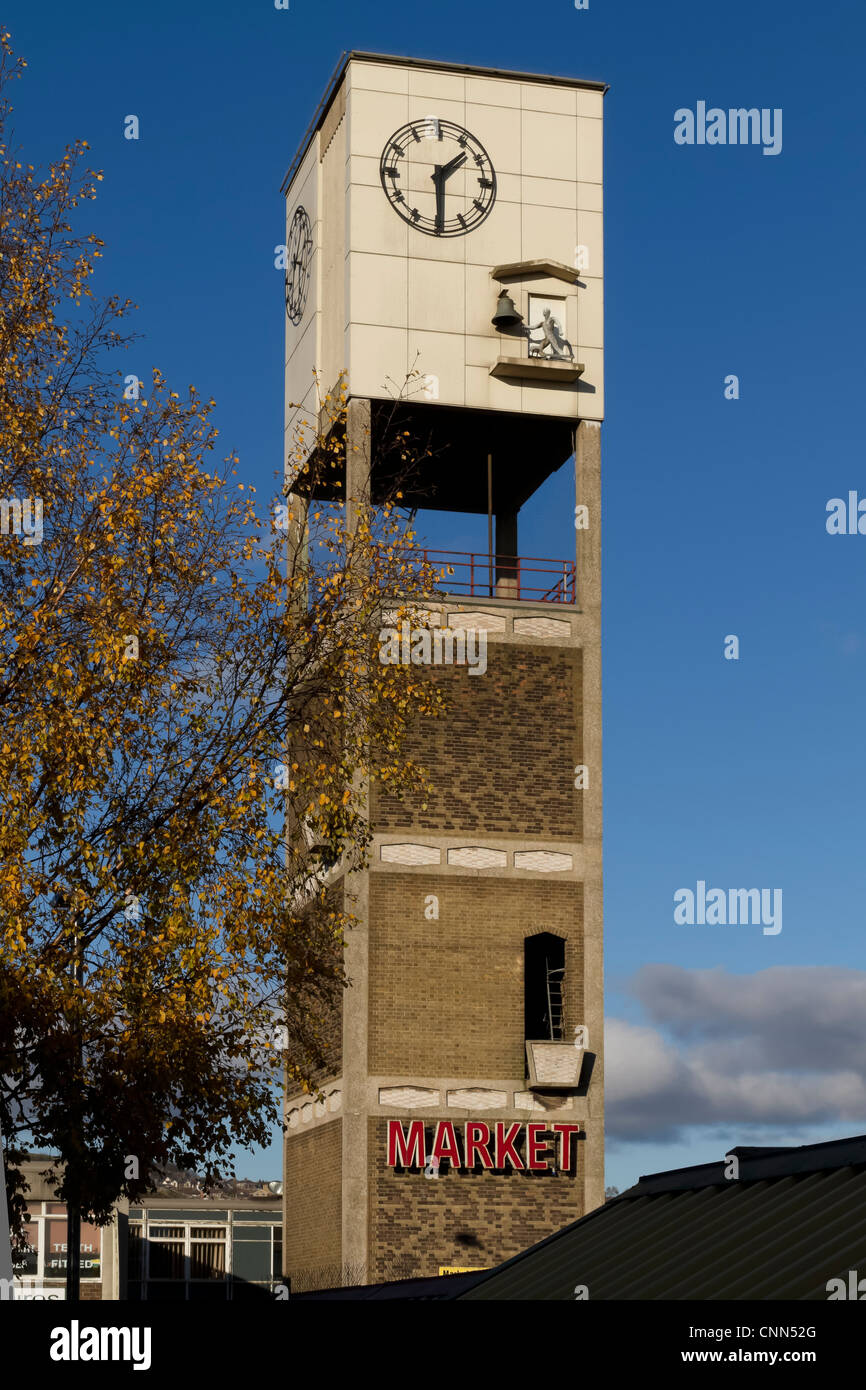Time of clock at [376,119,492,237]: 1:29
